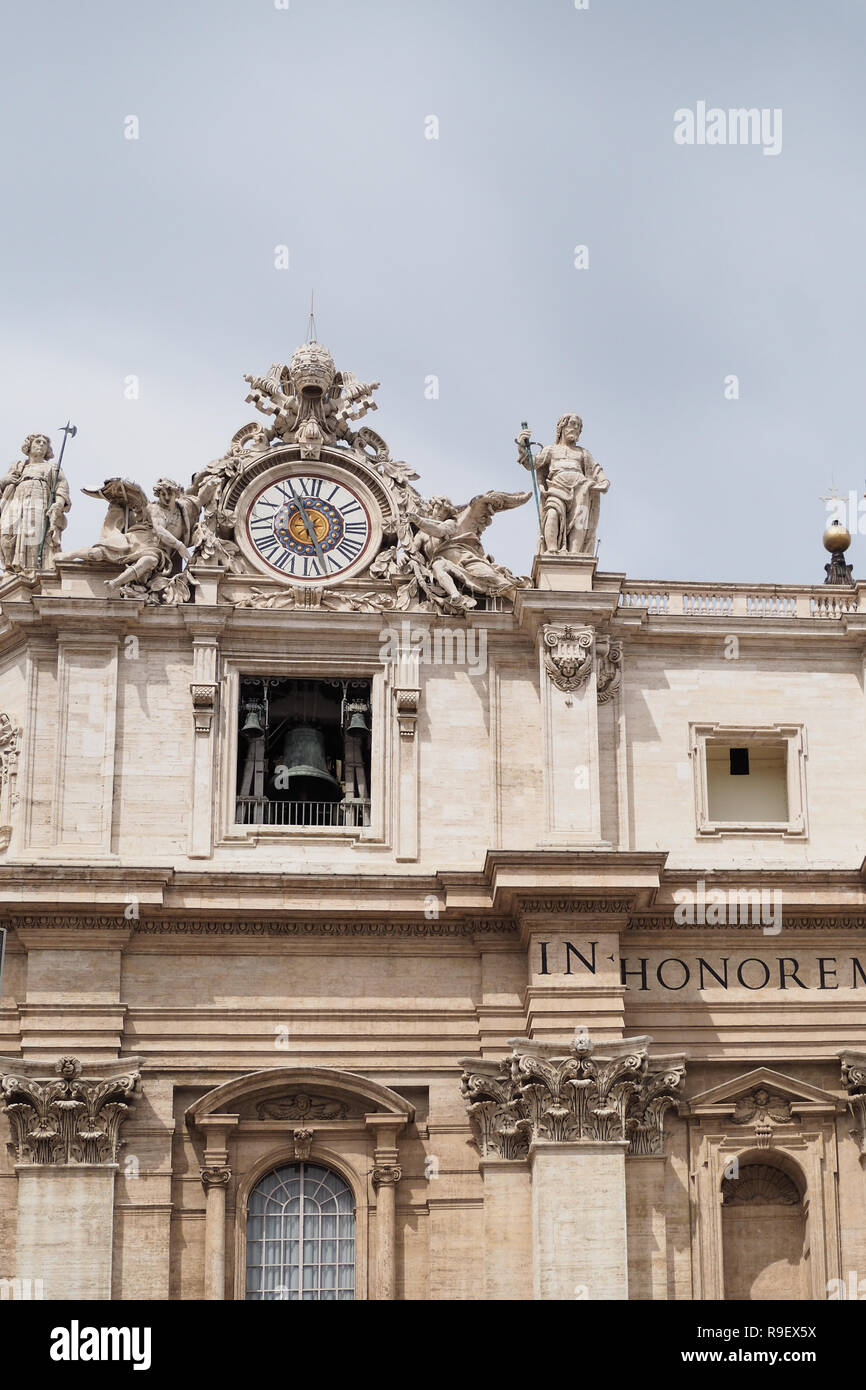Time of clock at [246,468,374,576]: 11:27
